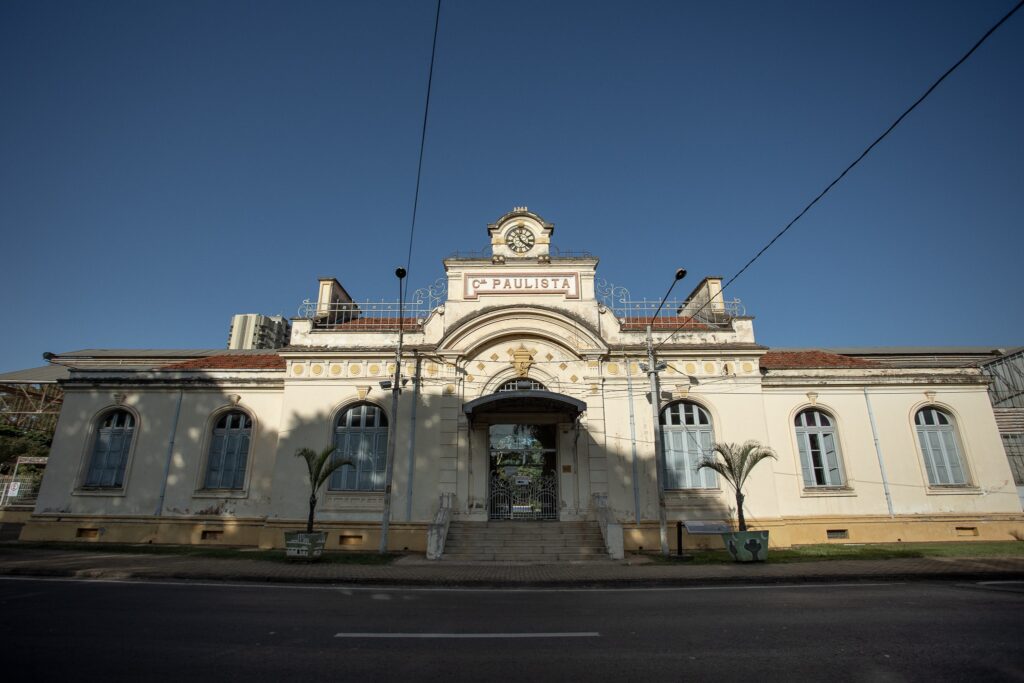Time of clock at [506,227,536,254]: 11:21
